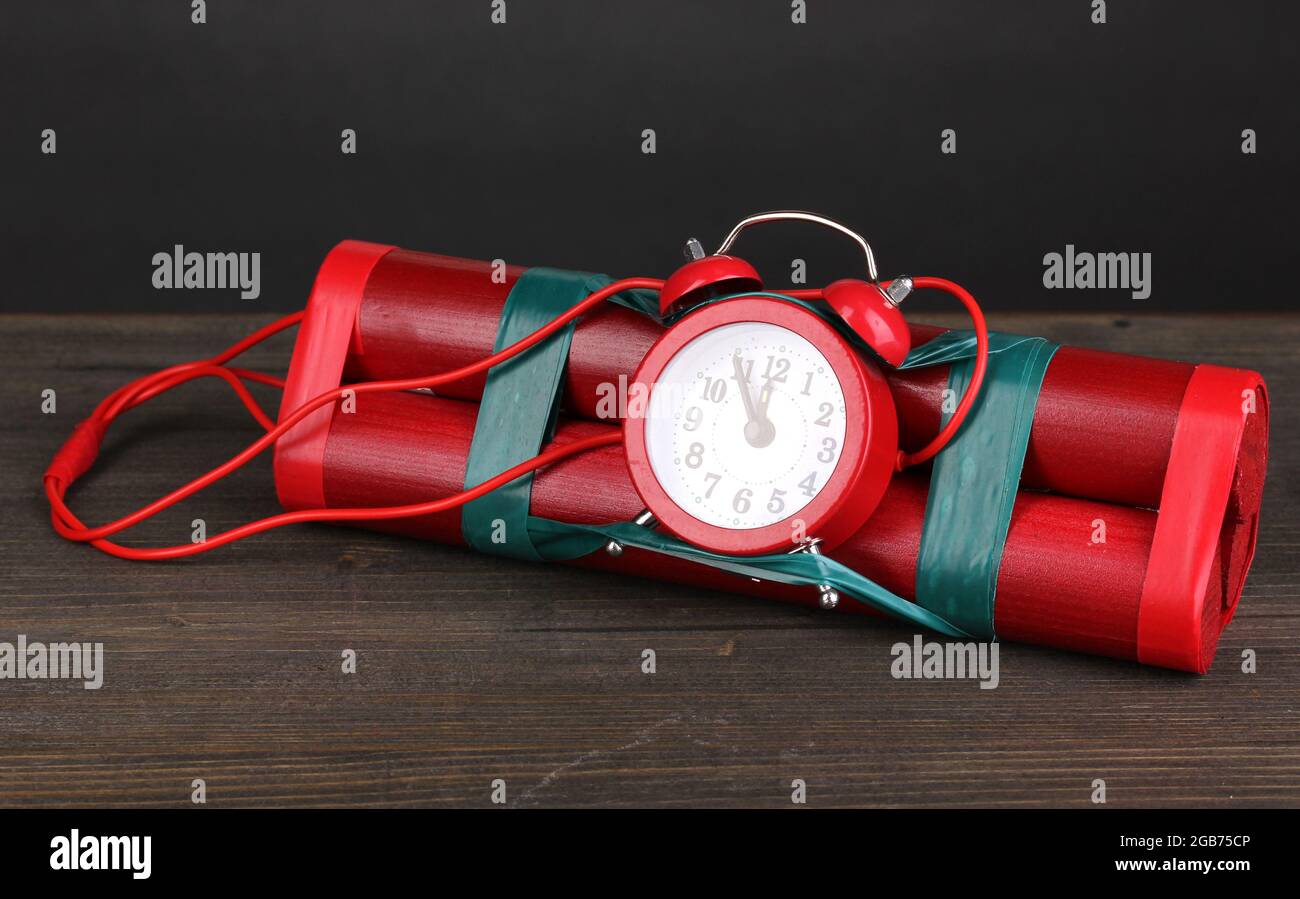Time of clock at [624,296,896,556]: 11:54
